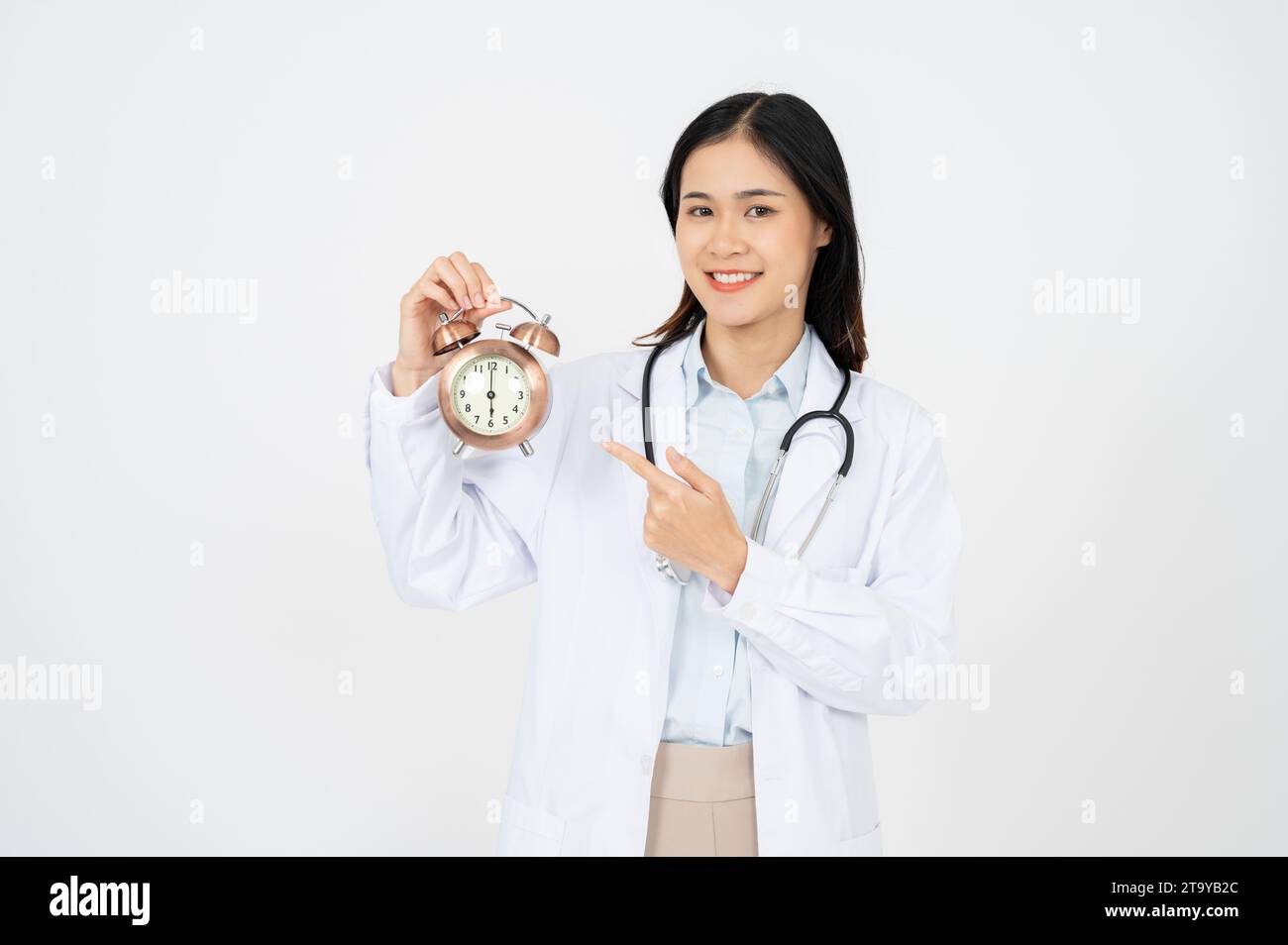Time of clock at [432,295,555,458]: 6:00
